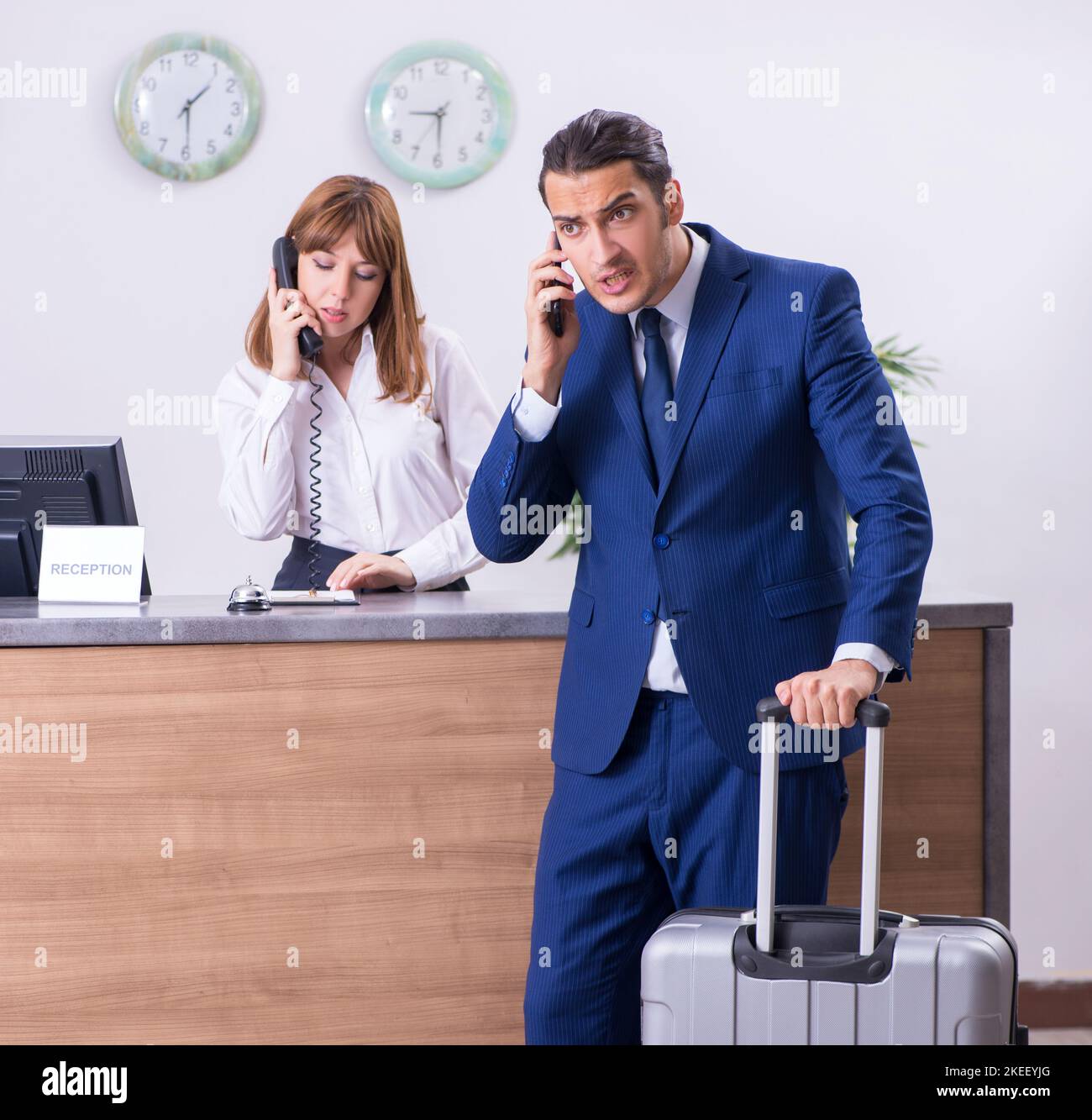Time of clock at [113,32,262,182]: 1:29
